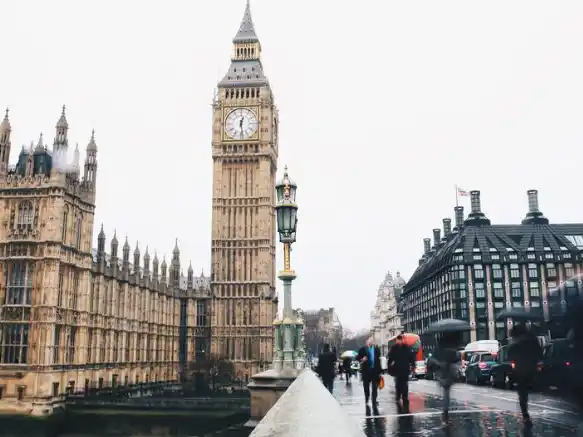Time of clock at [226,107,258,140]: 12:28
